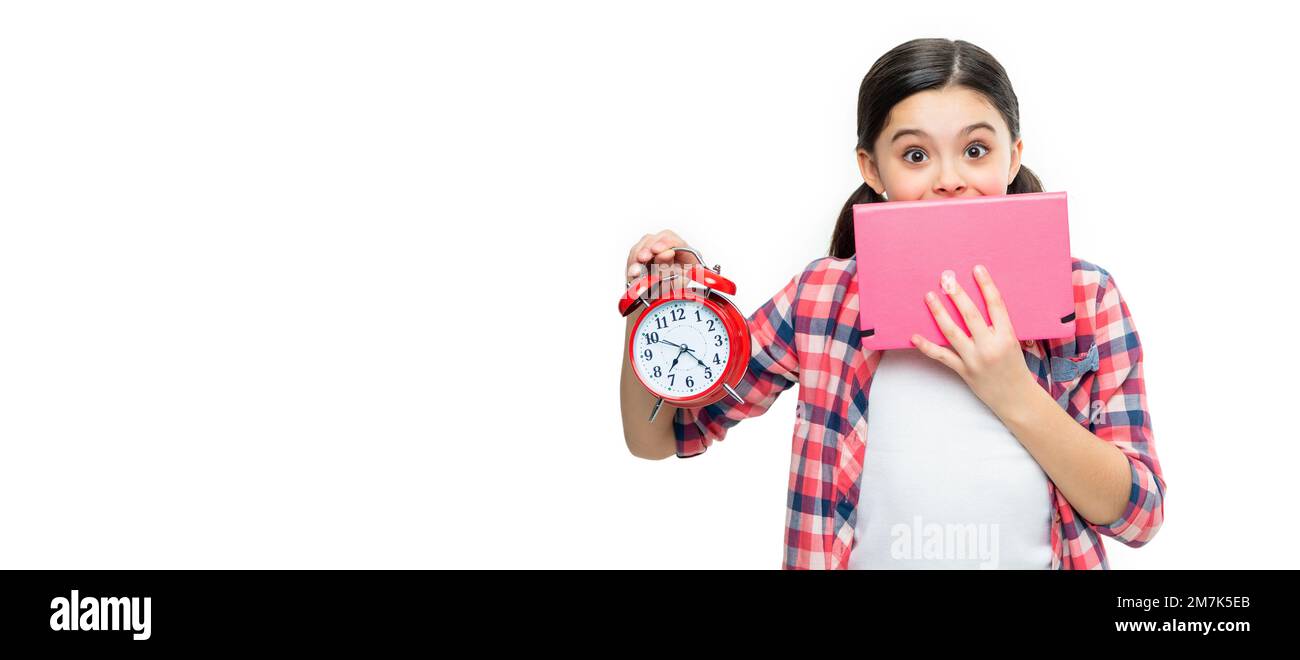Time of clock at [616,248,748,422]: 7:23
